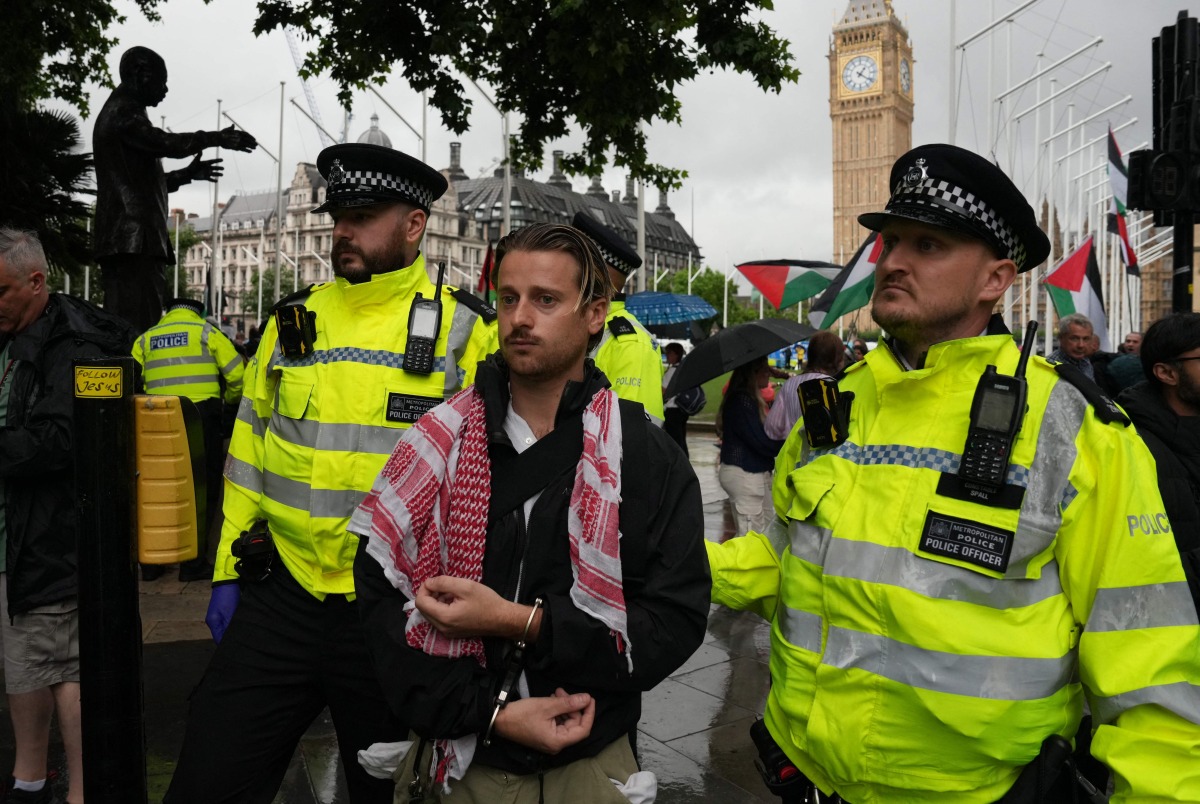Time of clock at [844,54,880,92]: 1:20
